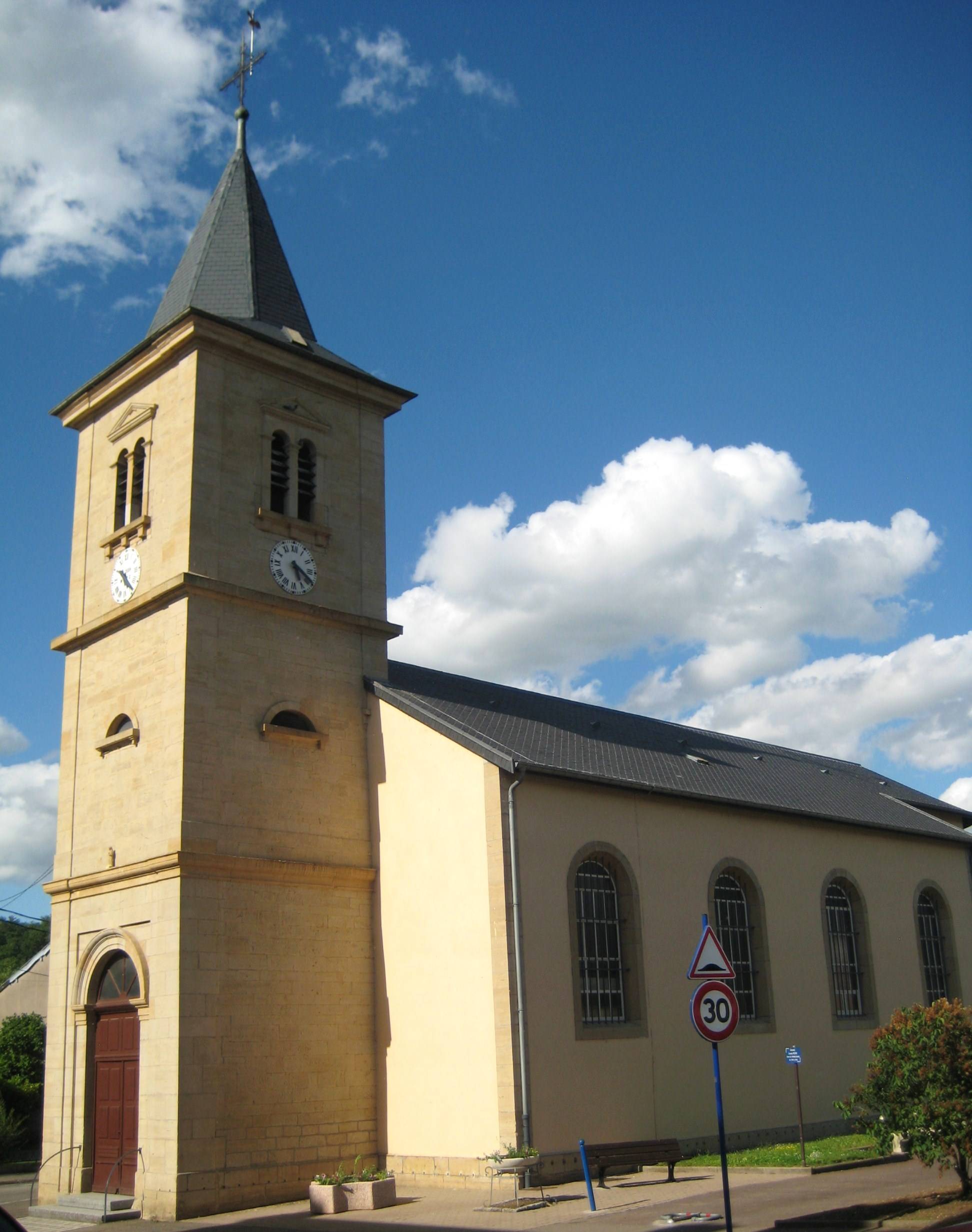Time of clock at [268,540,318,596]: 5:19
